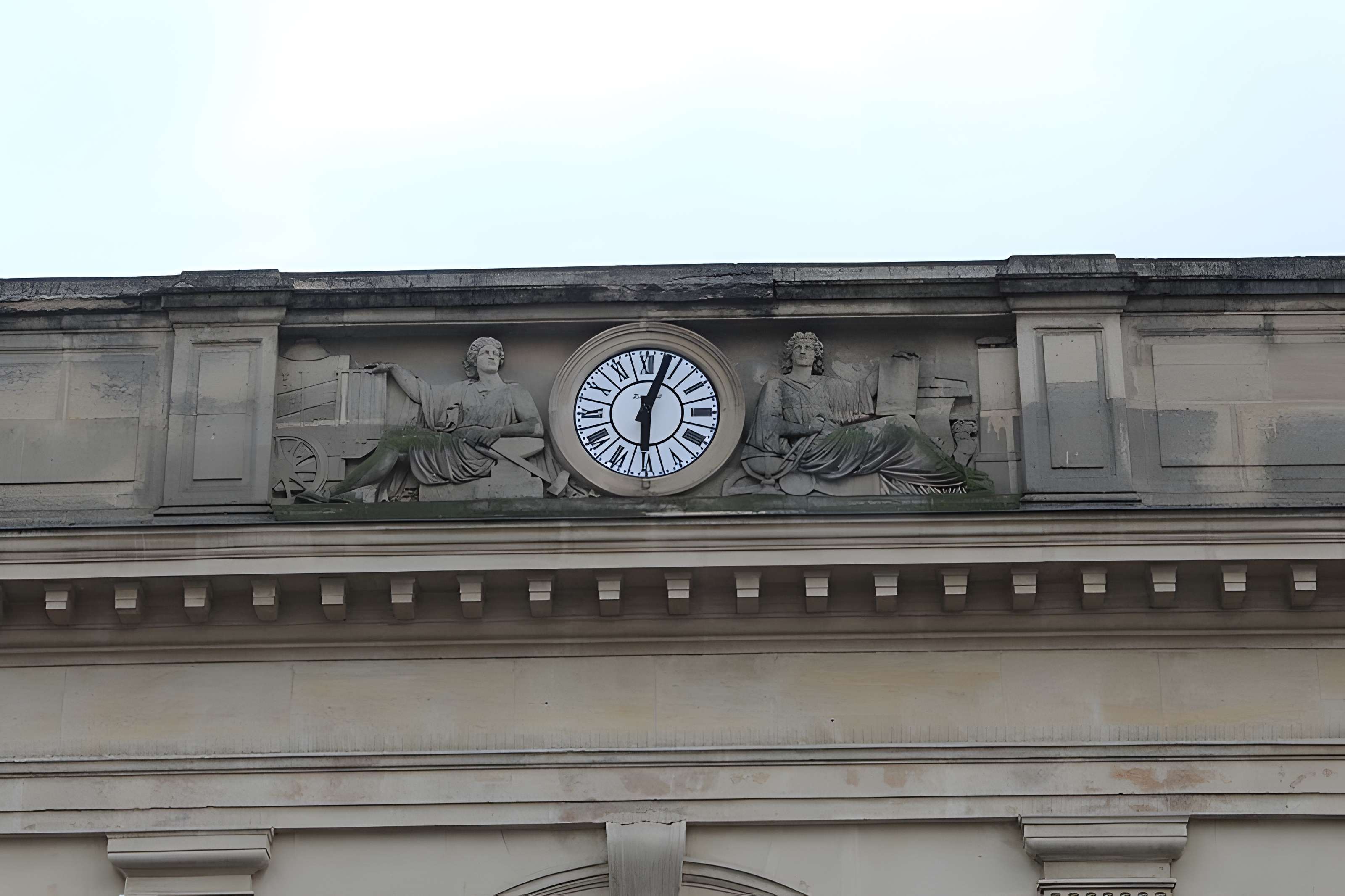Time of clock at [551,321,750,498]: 6:03
